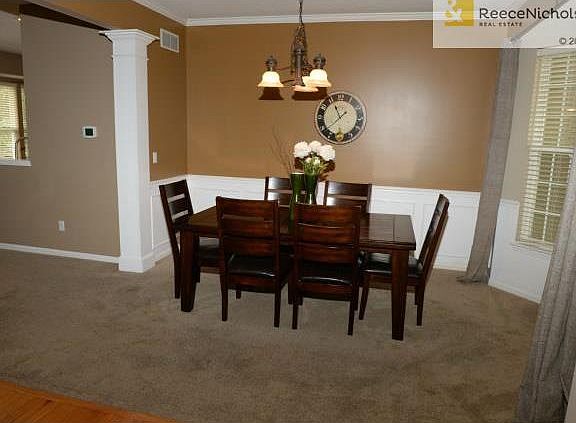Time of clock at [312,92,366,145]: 1:38
